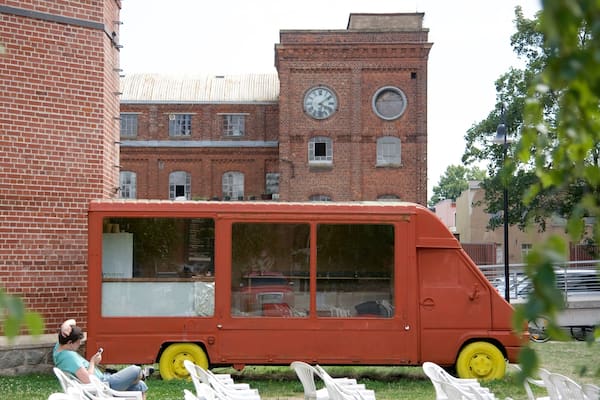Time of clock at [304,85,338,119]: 4:08
